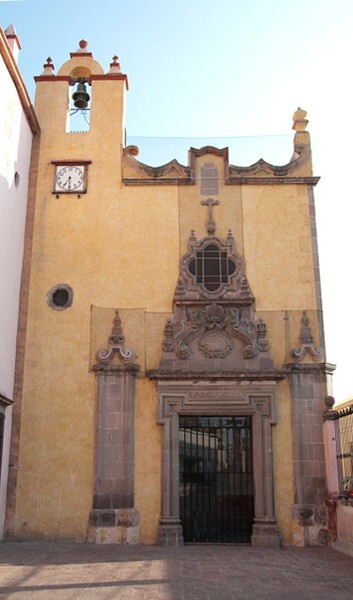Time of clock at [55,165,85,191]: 5:35
